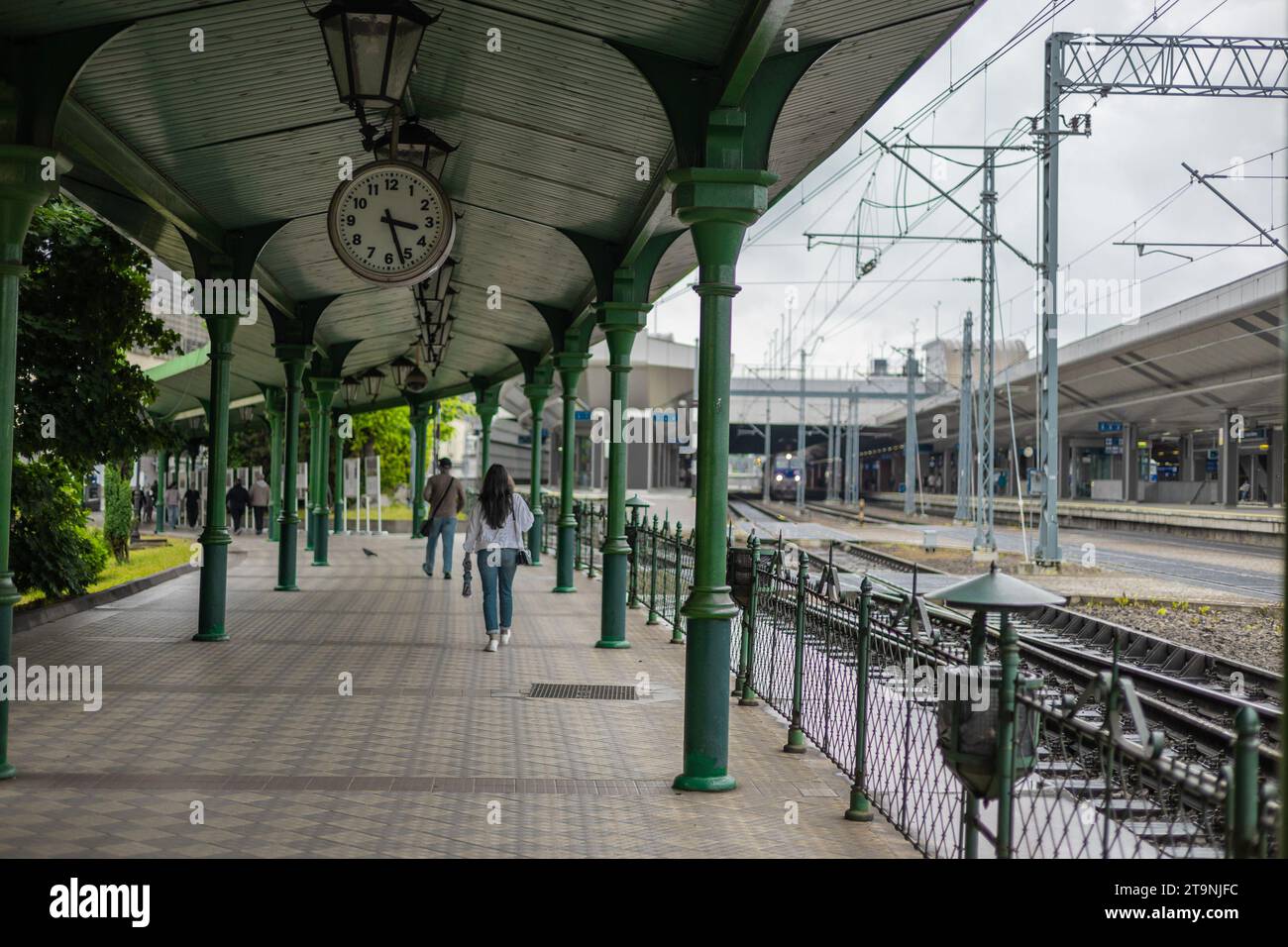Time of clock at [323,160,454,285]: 3:26
